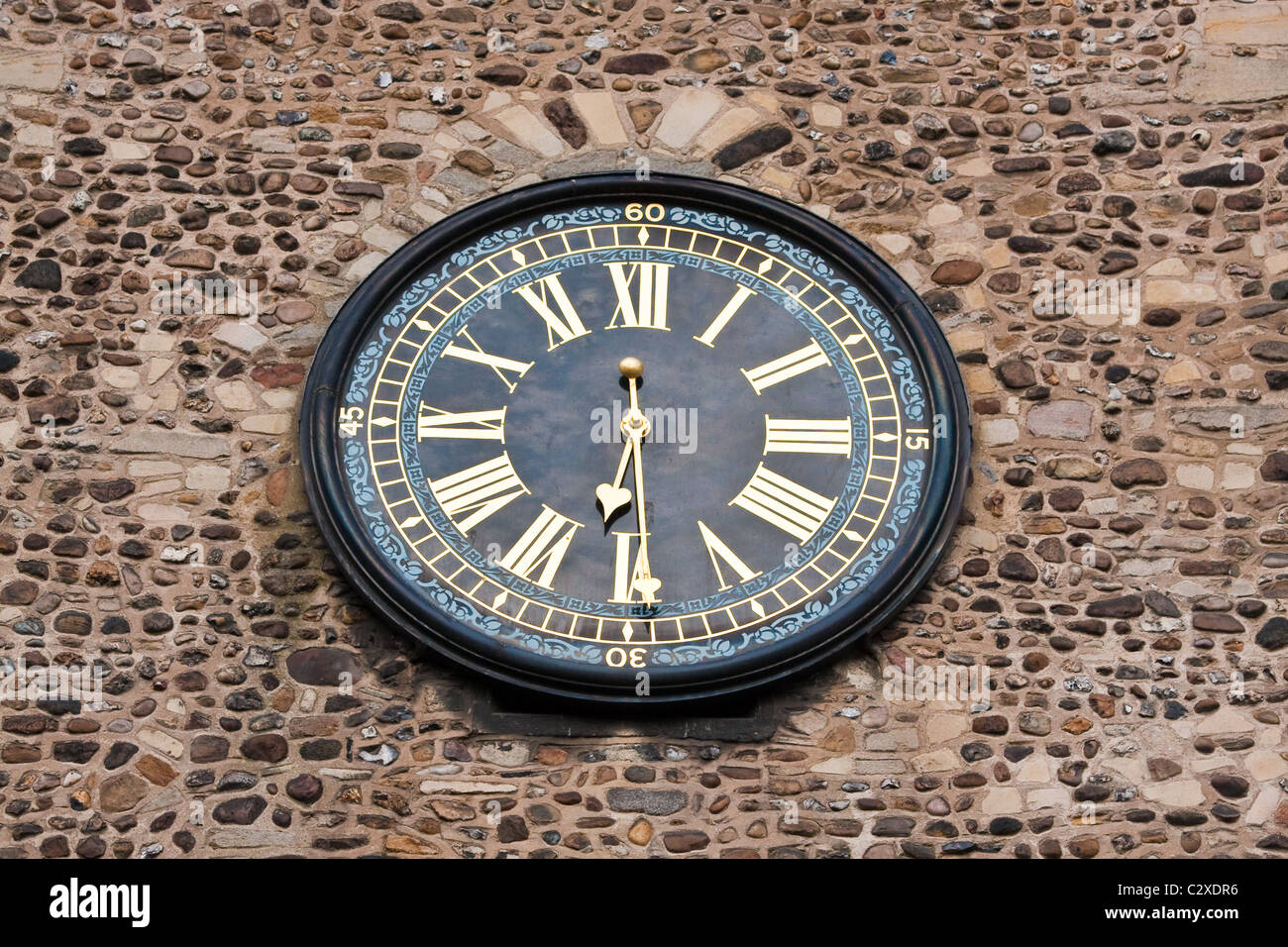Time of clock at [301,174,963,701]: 6:29
